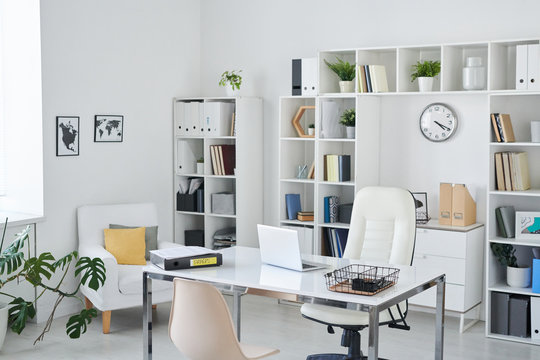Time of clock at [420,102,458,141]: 4:19
